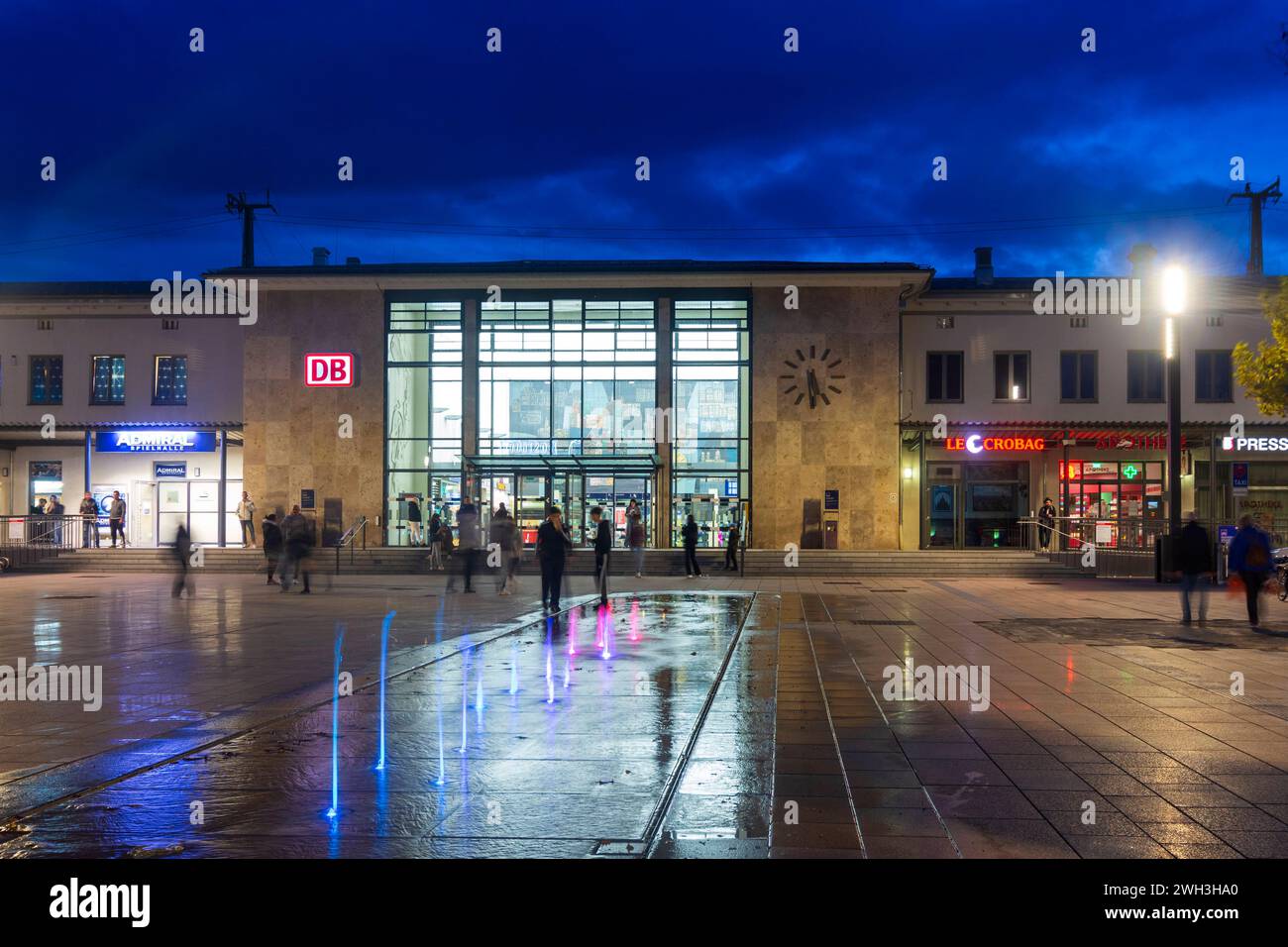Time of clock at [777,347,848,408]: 5:30
